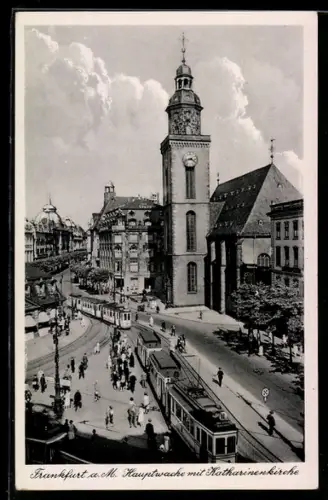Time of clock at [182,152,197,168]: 3:42
